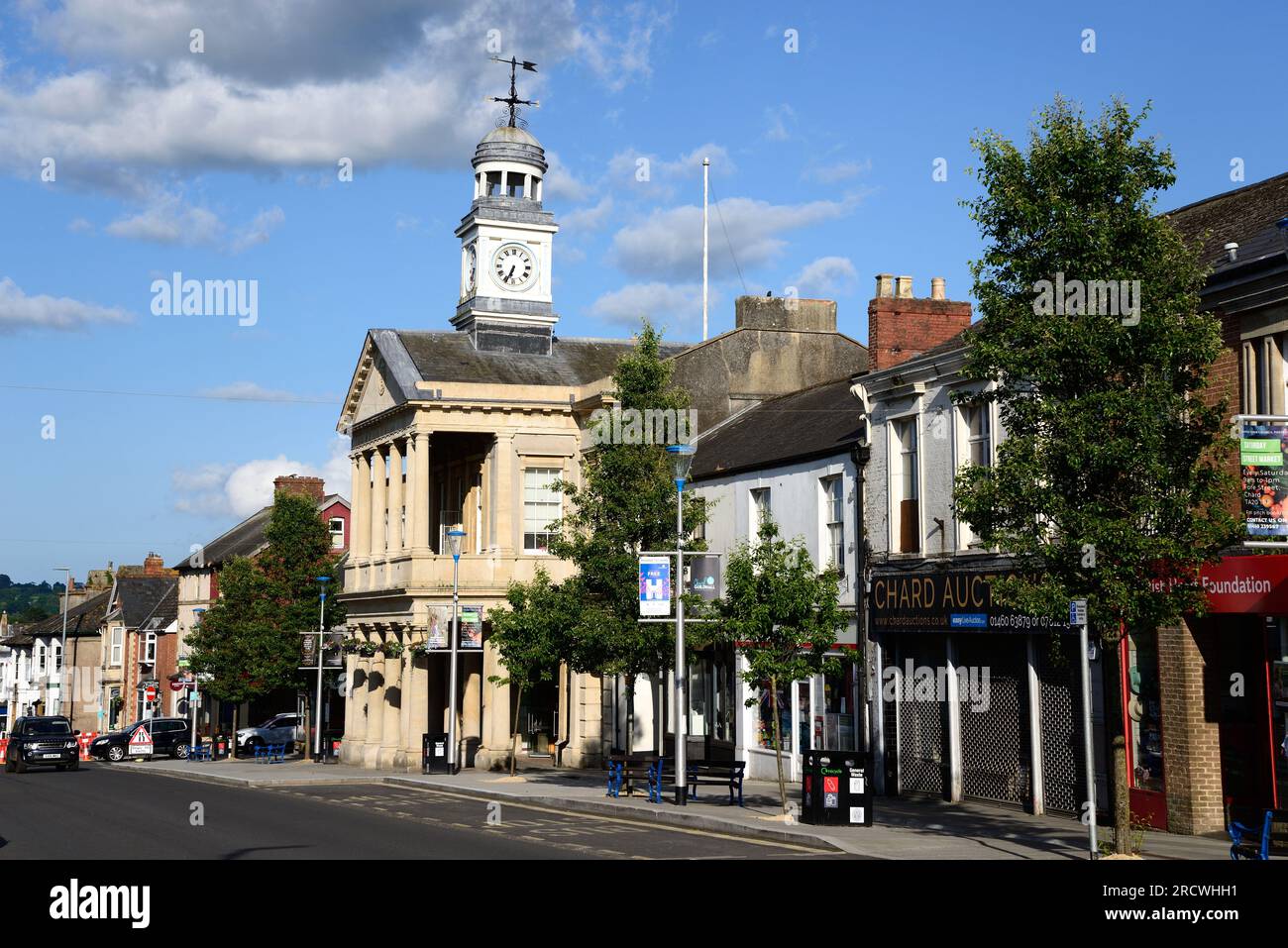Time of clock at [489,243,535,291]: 6:34
